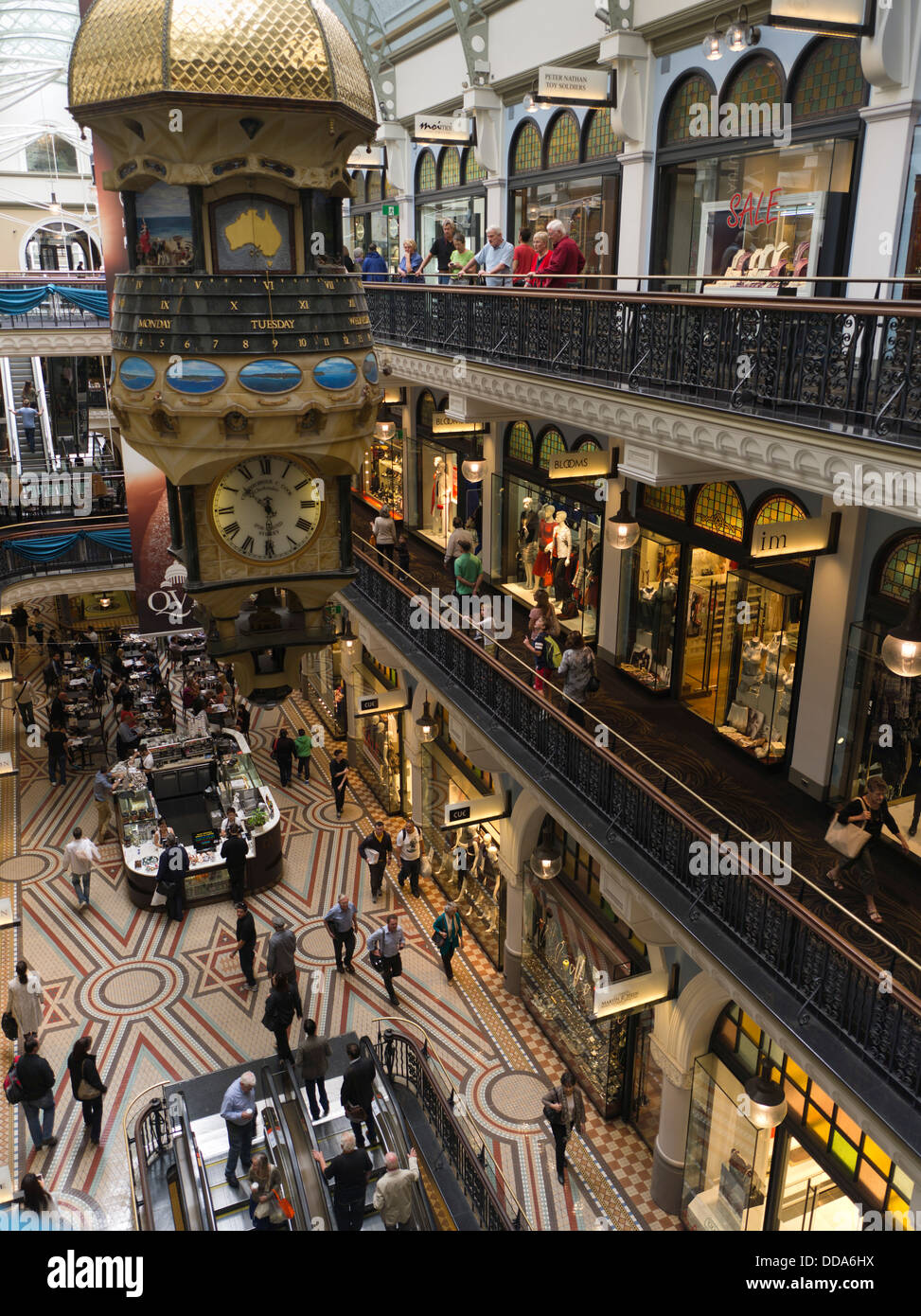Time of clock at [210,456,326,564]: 10:30
